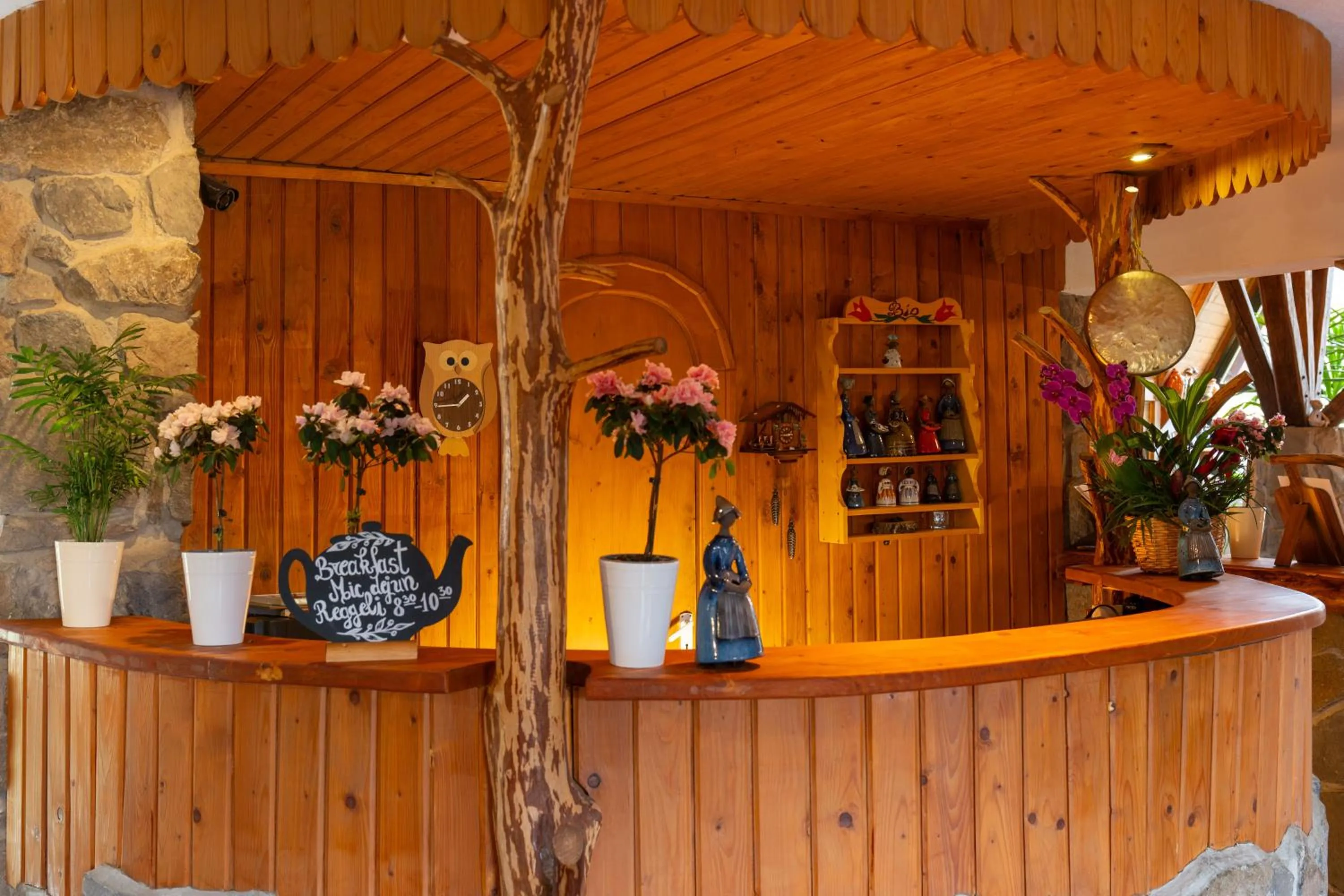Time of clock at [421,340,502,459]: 1:44
